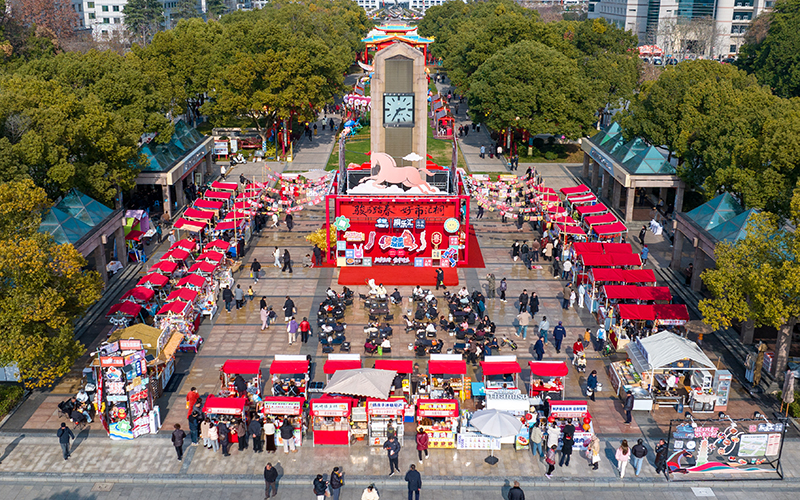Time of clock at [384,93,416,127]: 2:35
